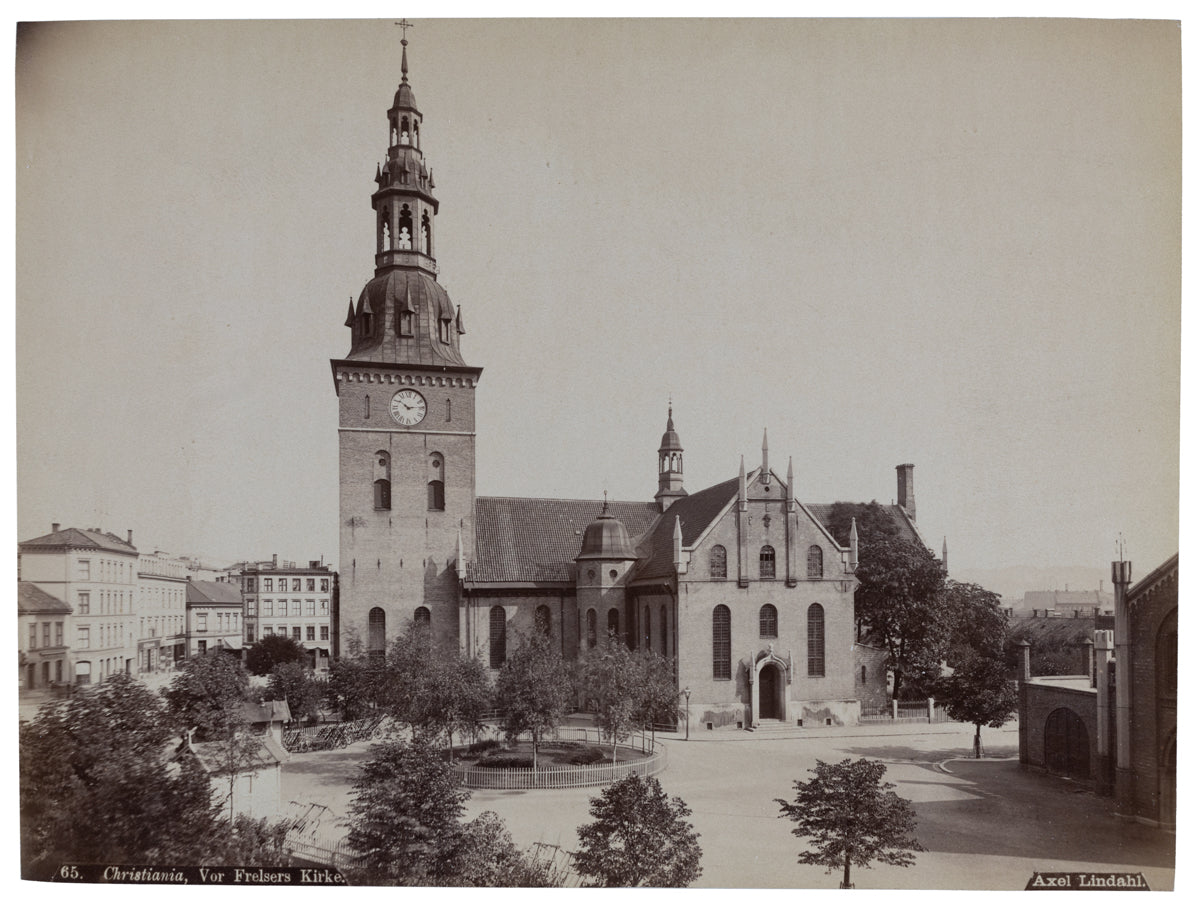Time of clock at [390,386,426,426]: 10:13
